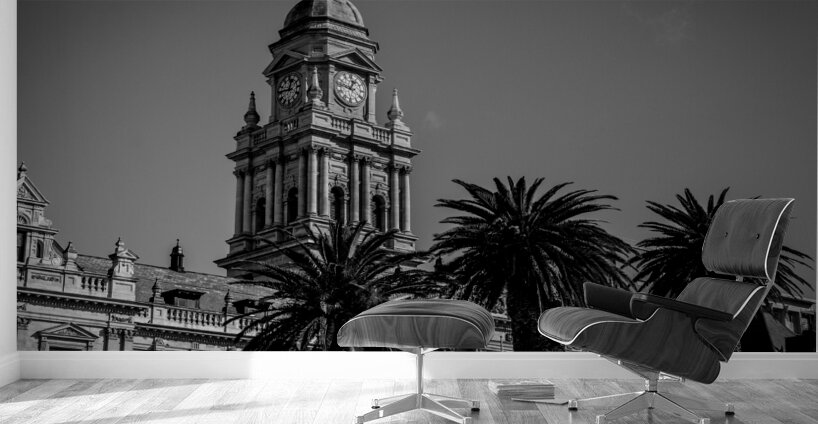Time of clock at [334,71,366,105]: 12:46
